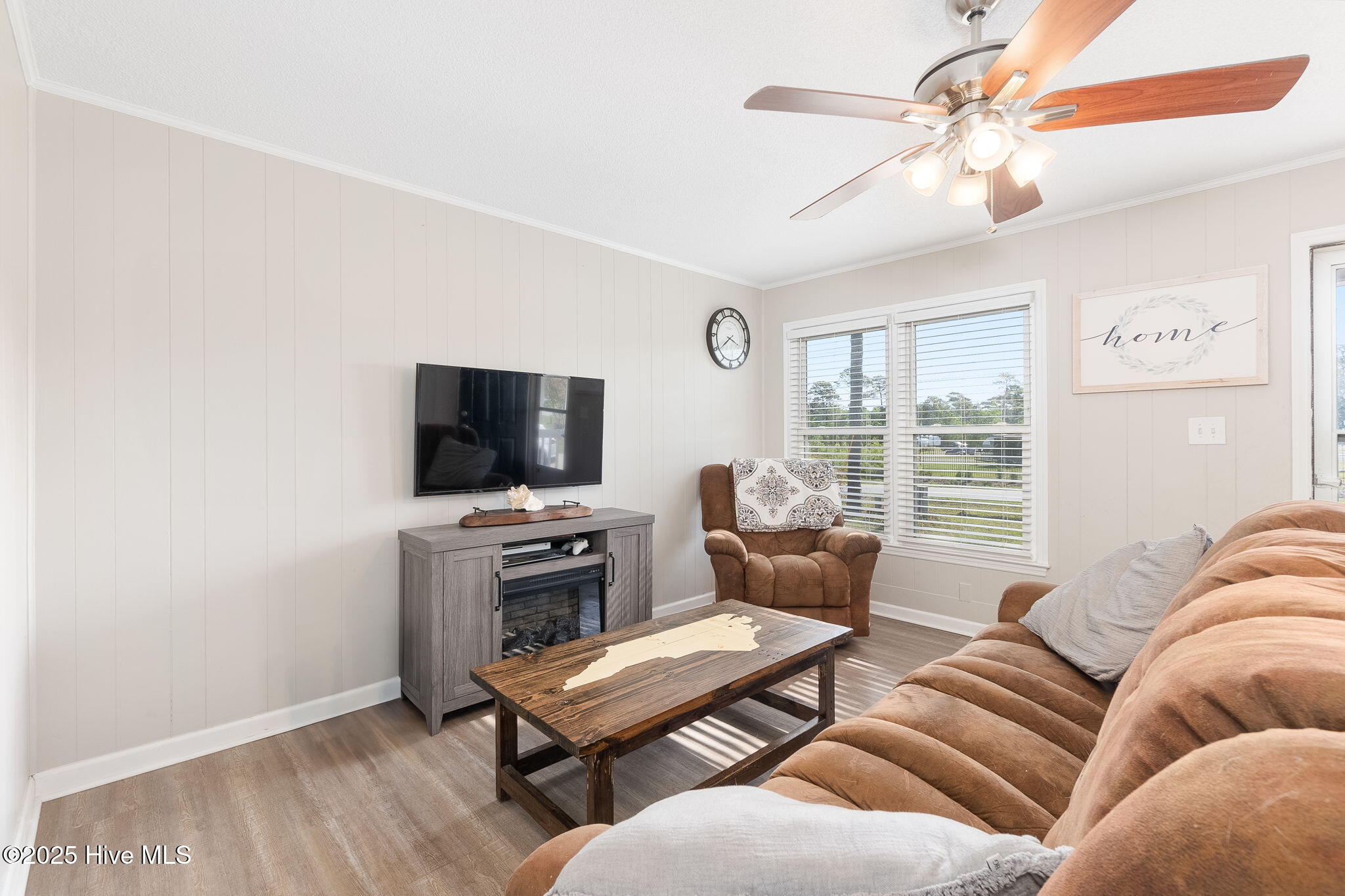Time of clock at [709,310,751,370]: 3:38
